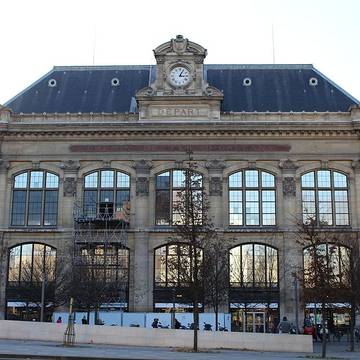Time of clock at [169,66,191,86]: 3:04
